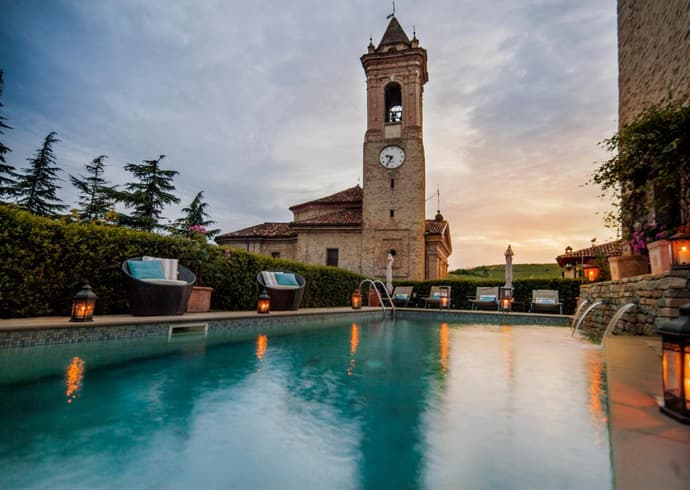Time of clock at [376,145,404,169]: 9:36
